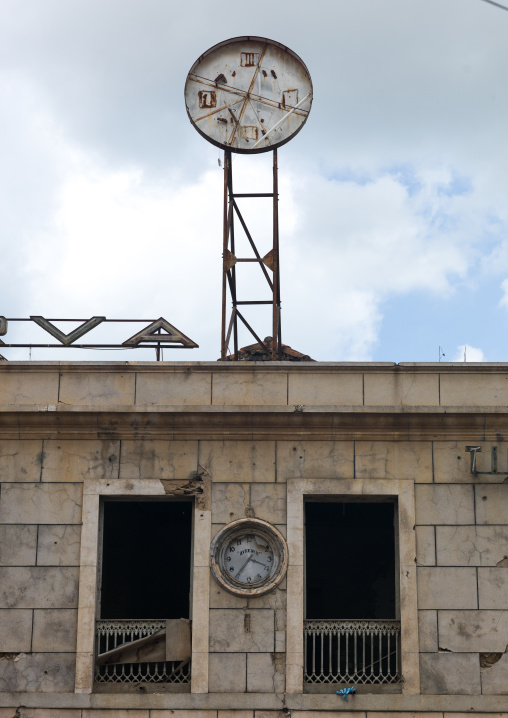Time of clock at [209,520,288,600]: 3:36
